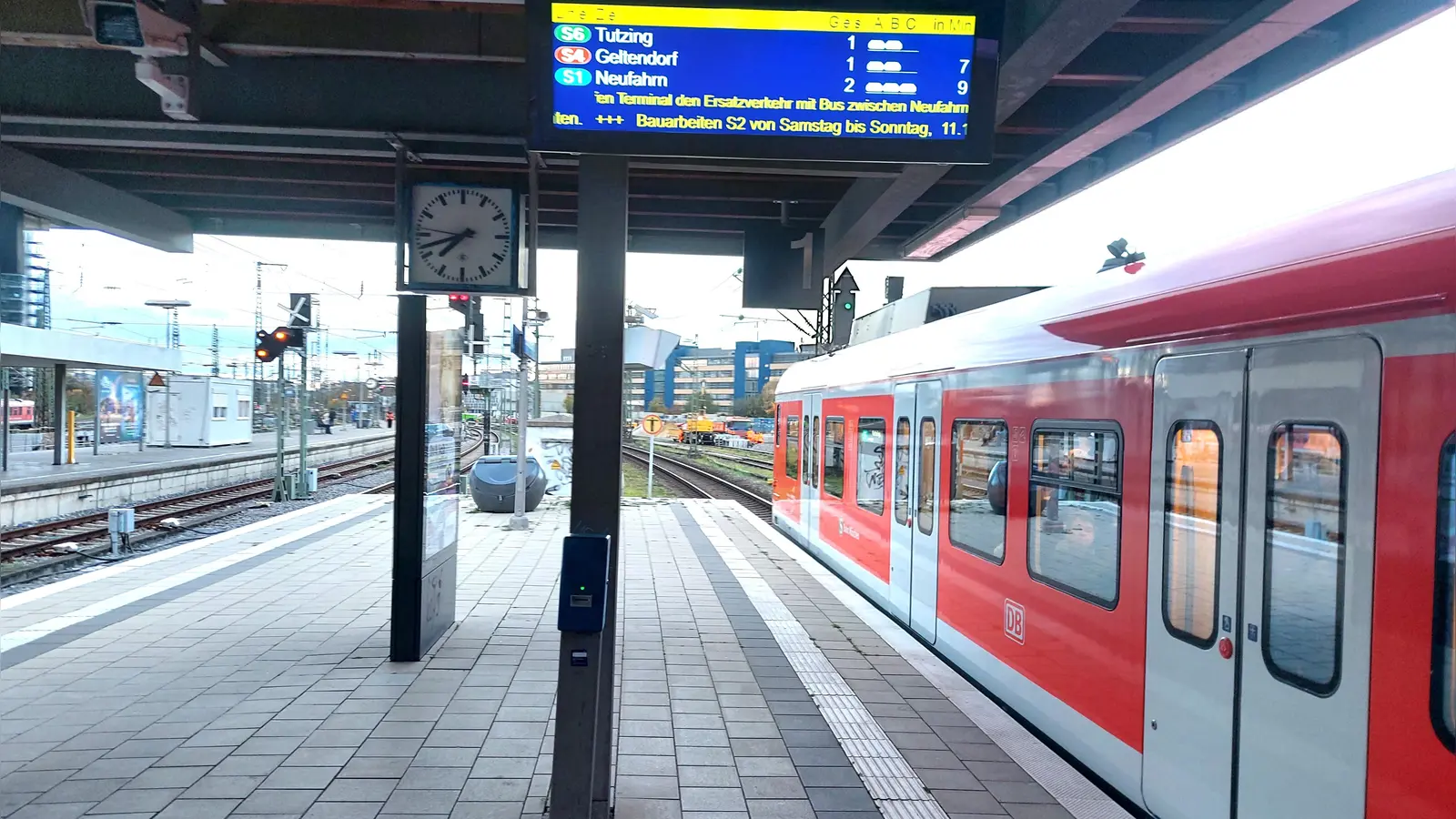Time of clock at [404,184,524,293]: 7:42
